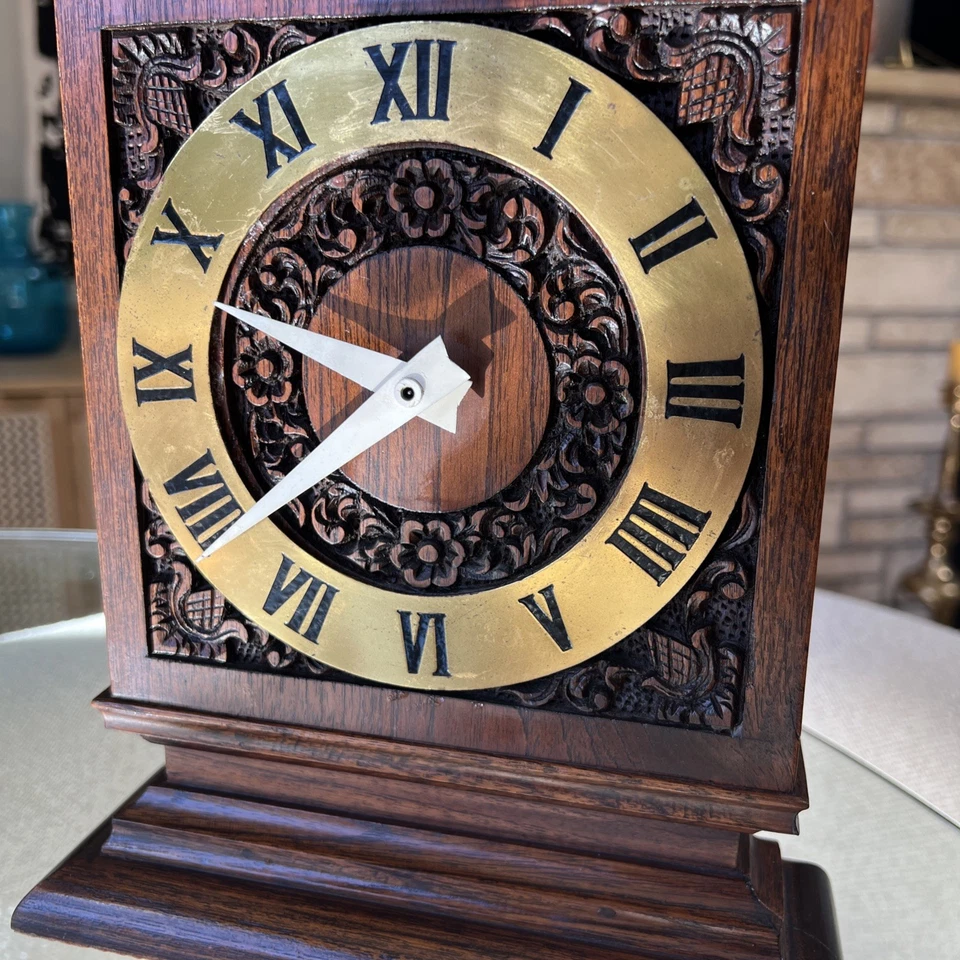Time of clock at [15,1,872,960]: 9:38
